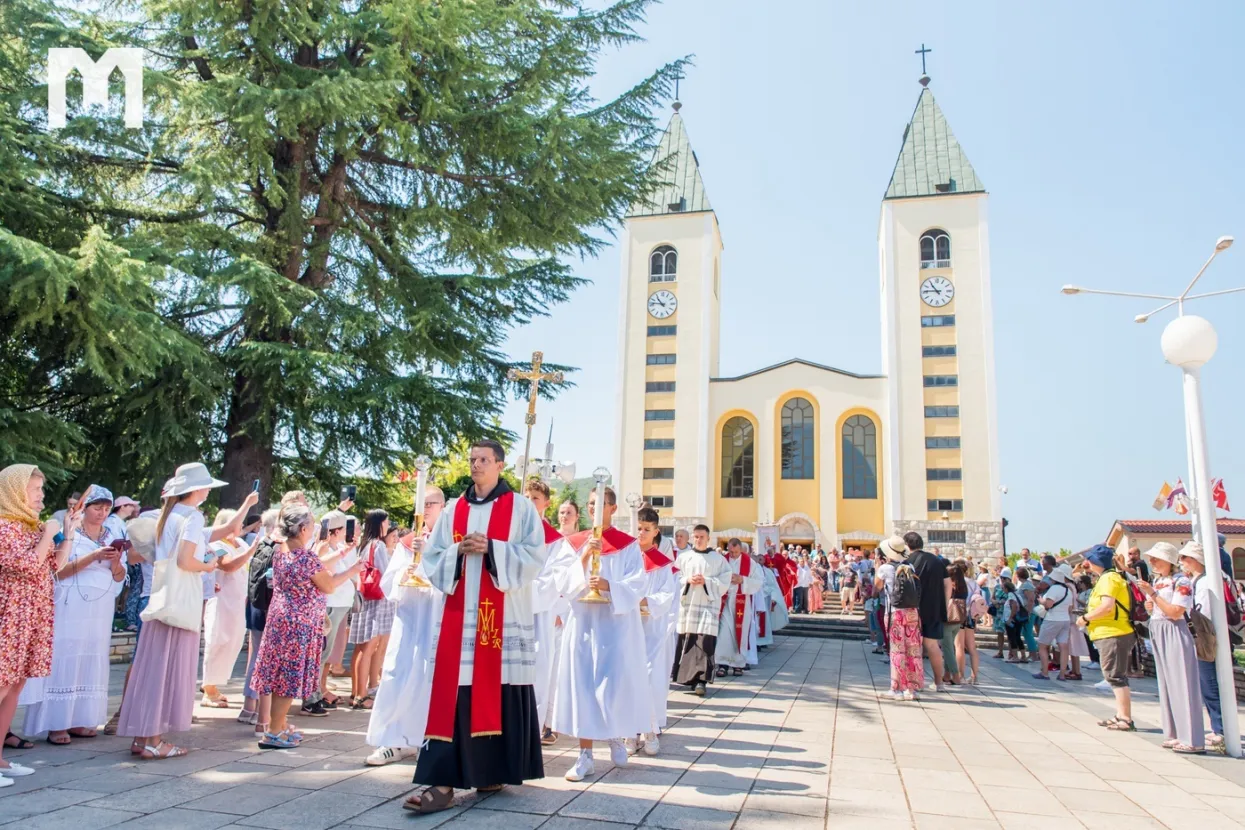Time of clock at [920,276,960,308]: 10:45
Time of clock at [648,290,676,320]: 10:46
